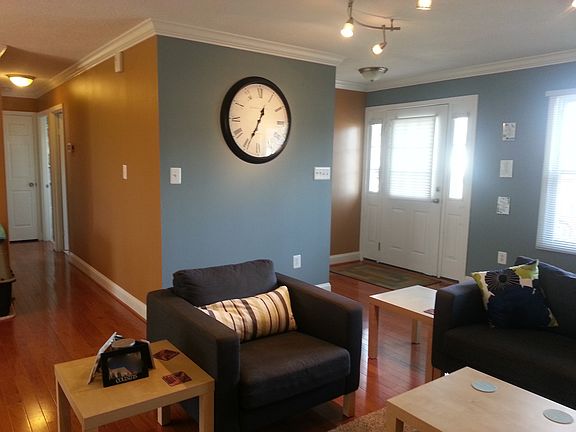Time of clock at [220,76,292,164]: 12:34
